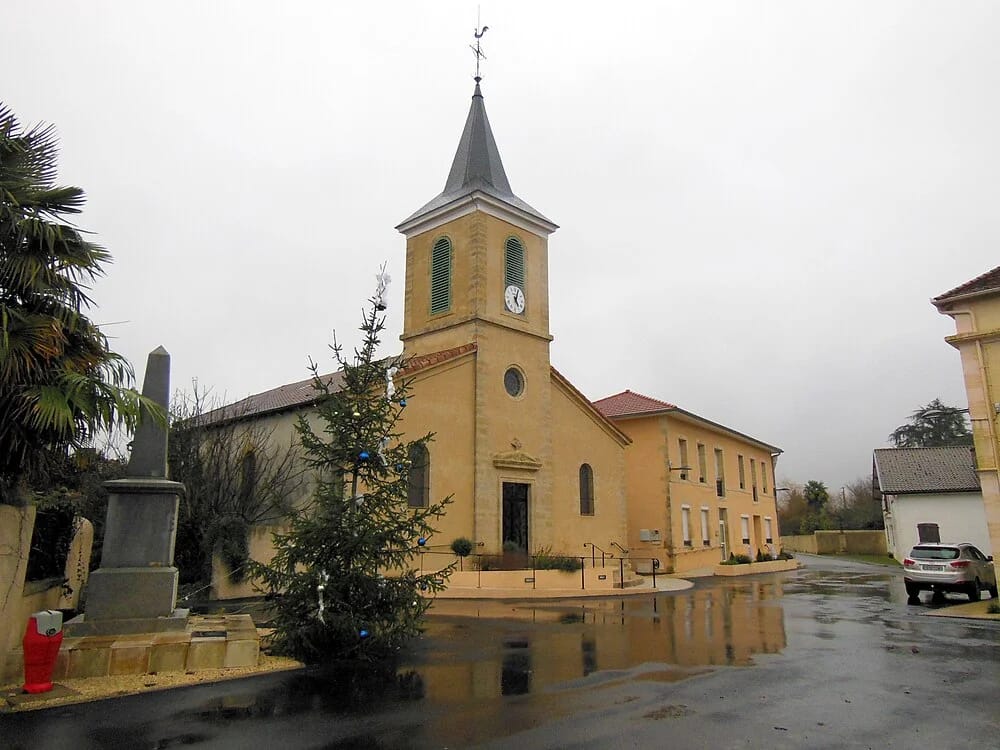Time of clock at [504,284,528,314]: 5:03
